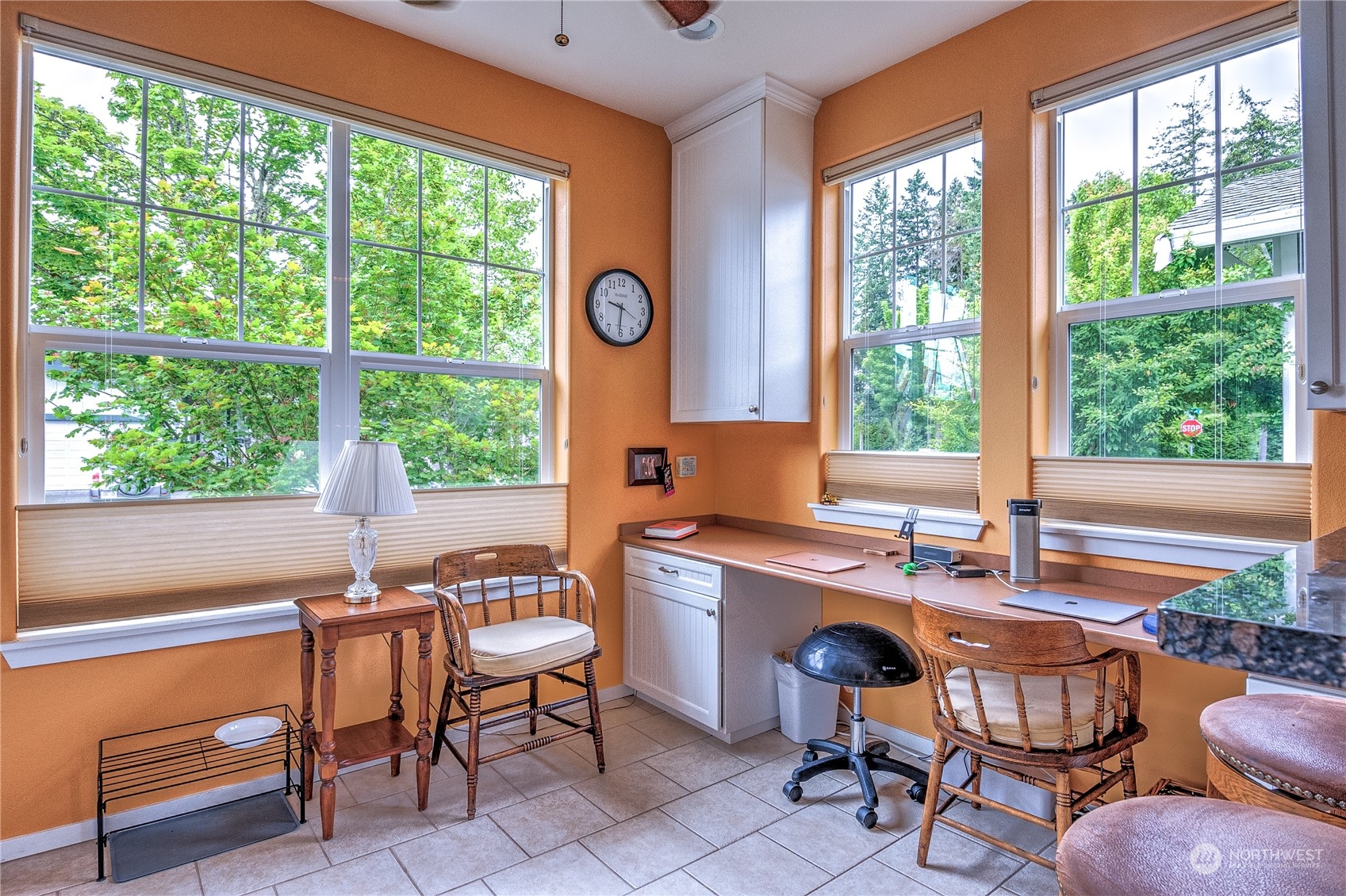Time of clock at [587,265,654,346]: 9:30
